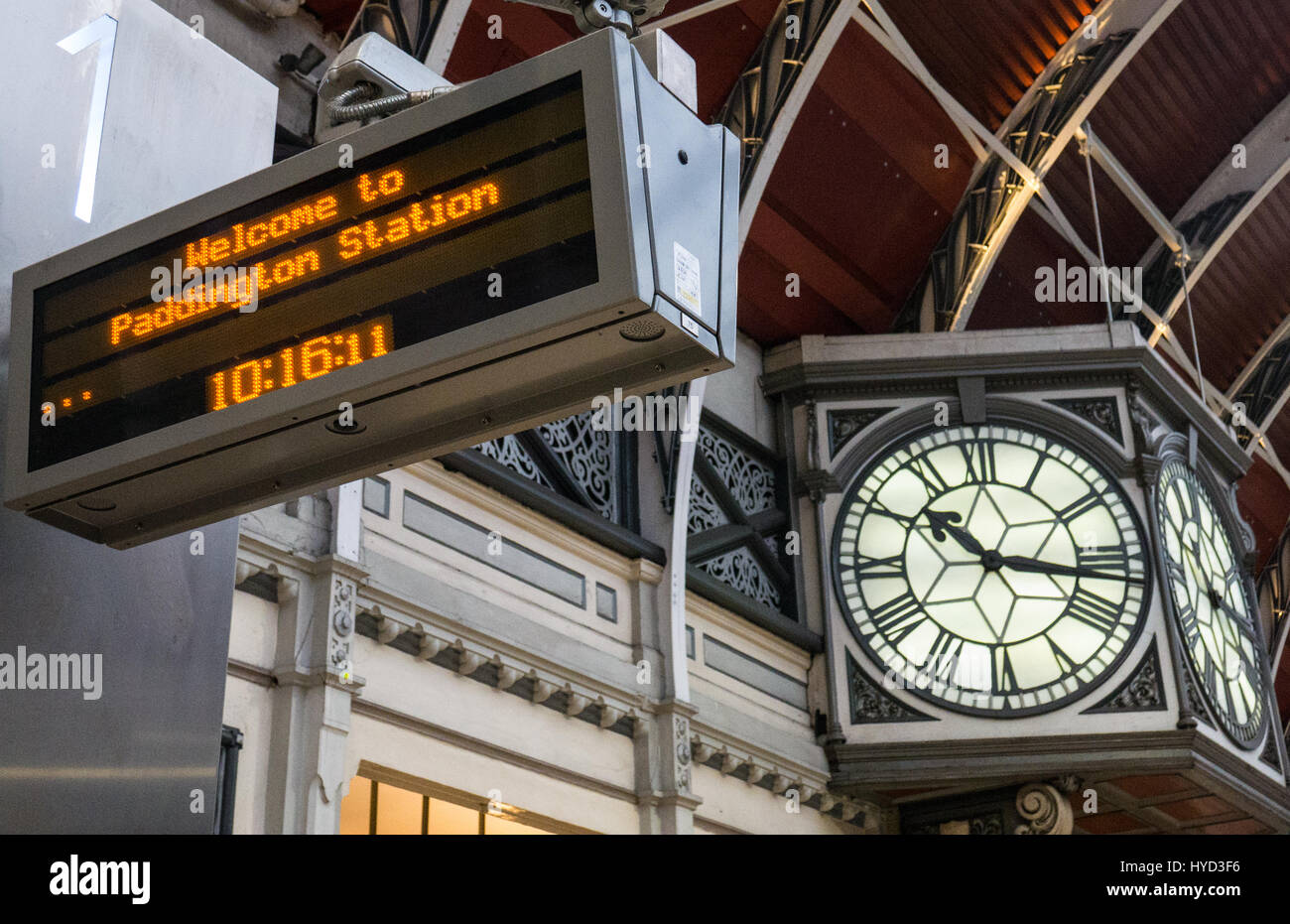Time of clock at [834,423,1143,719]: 10:16
